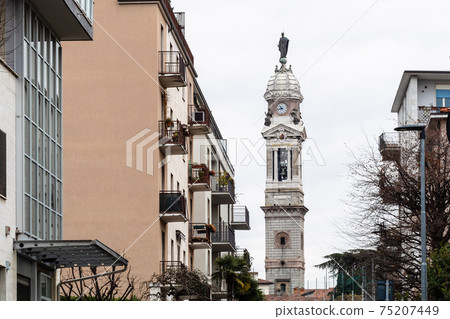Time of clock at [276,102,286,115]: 10:42
